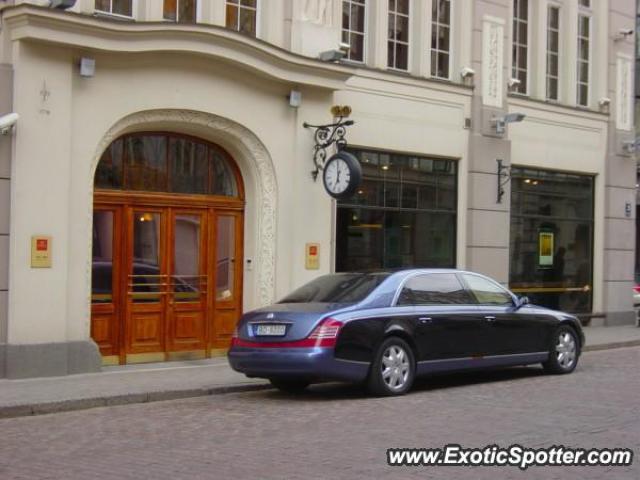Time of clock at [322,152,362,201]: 7:00
